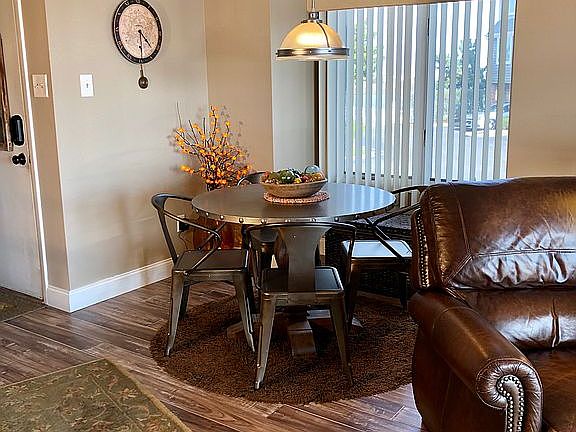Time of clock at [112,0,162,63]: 4:29
